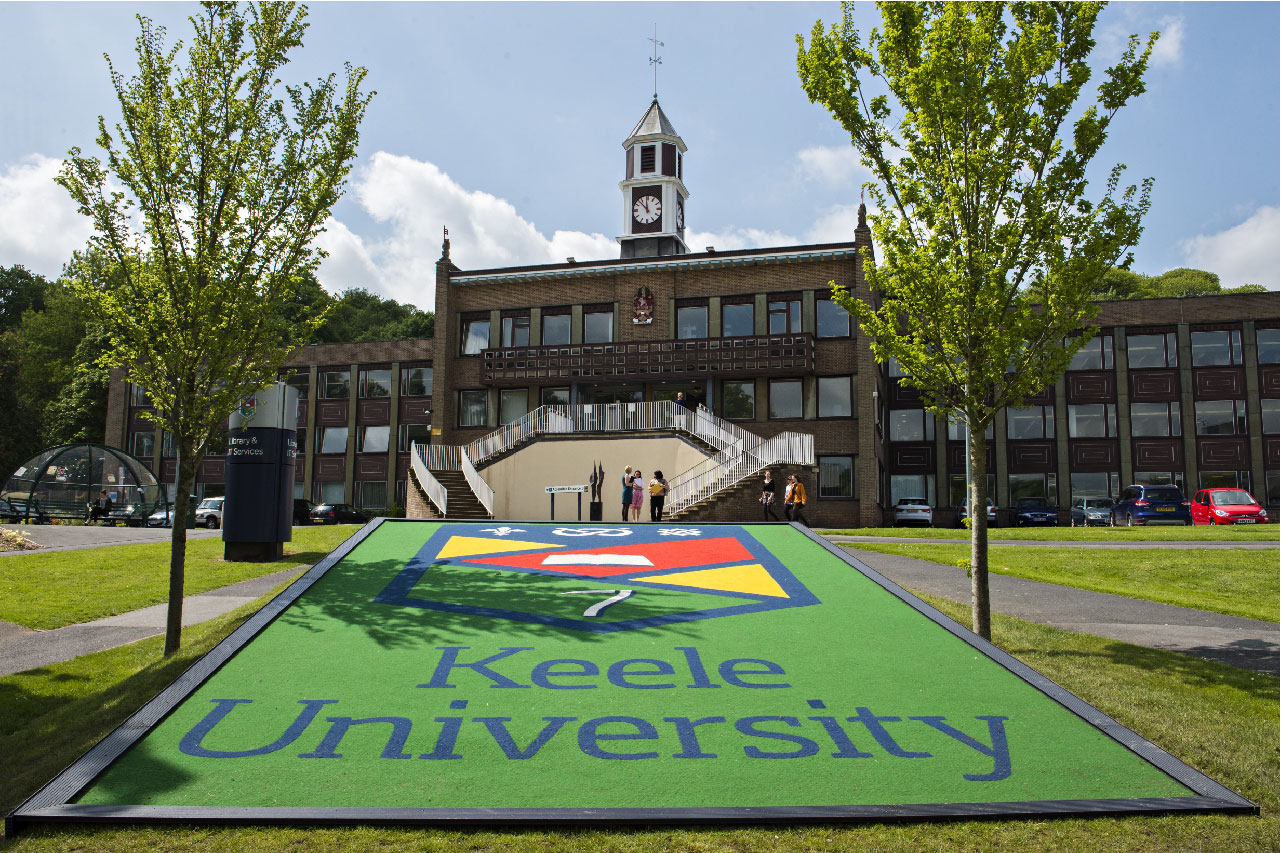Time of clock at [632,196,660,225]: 11:52
